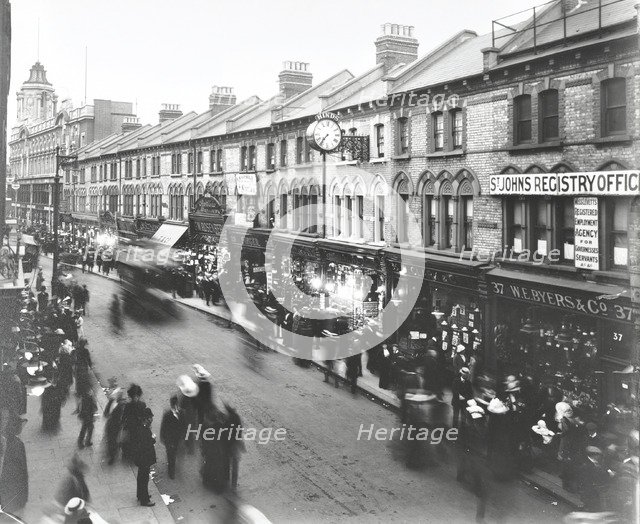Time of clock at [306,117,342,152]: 7:36
